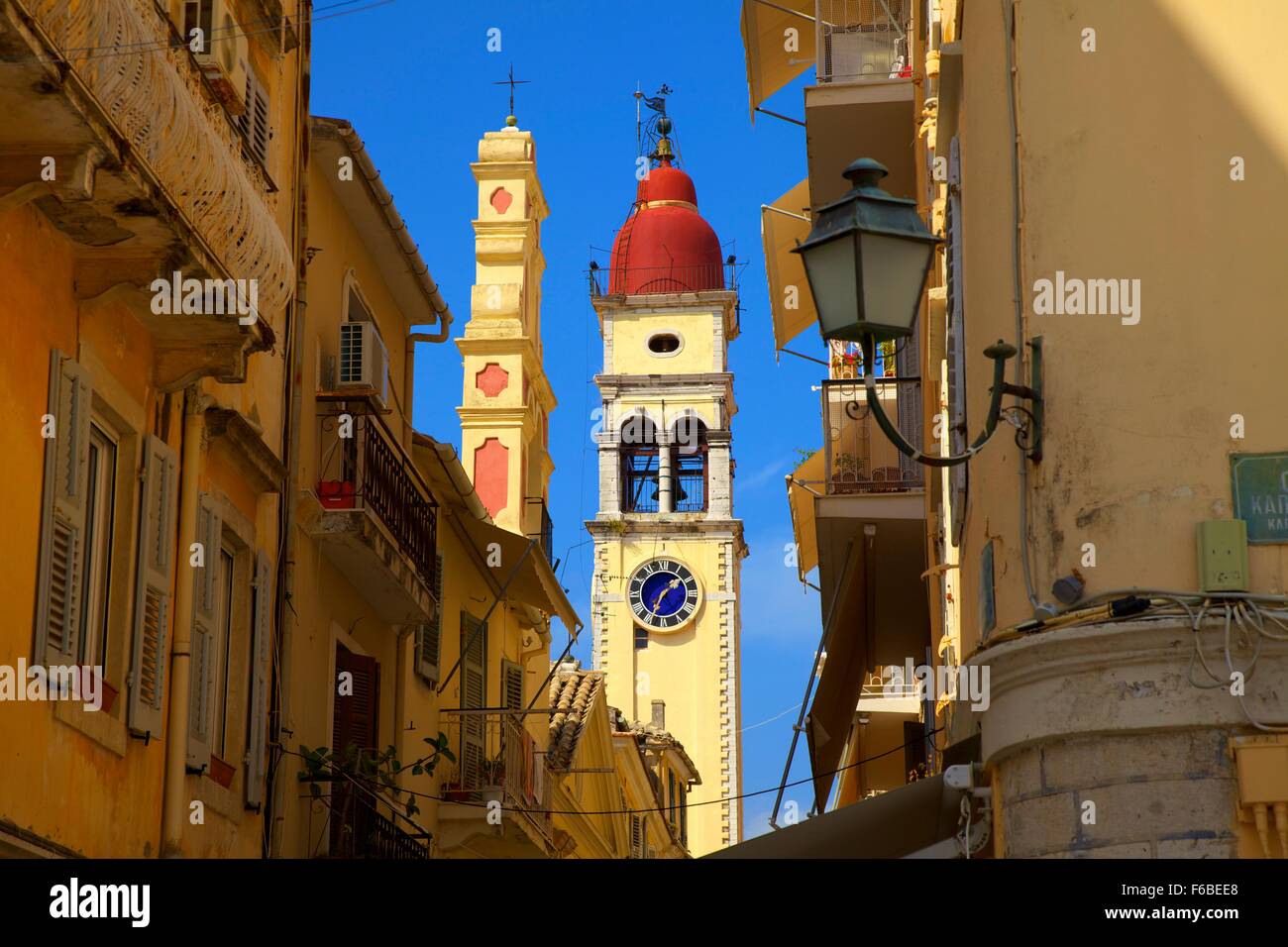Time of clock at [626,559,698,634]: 1:34
